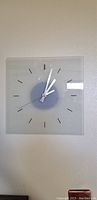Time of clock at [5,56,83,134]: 1:02
